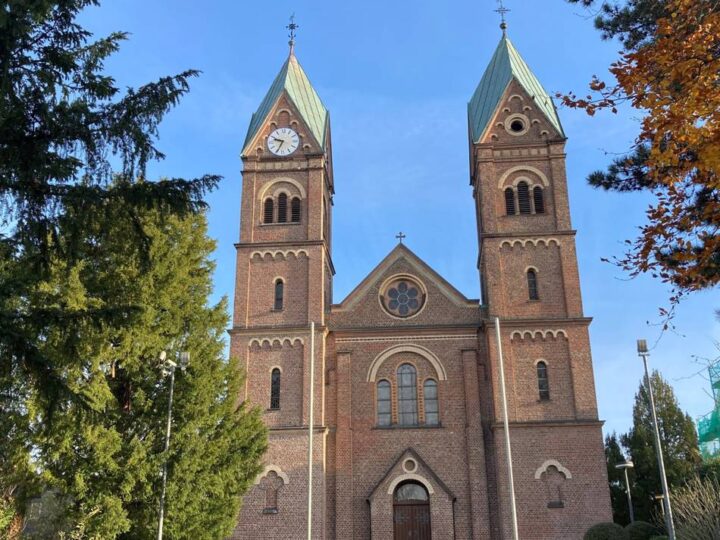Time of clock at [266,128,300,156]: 9:34
